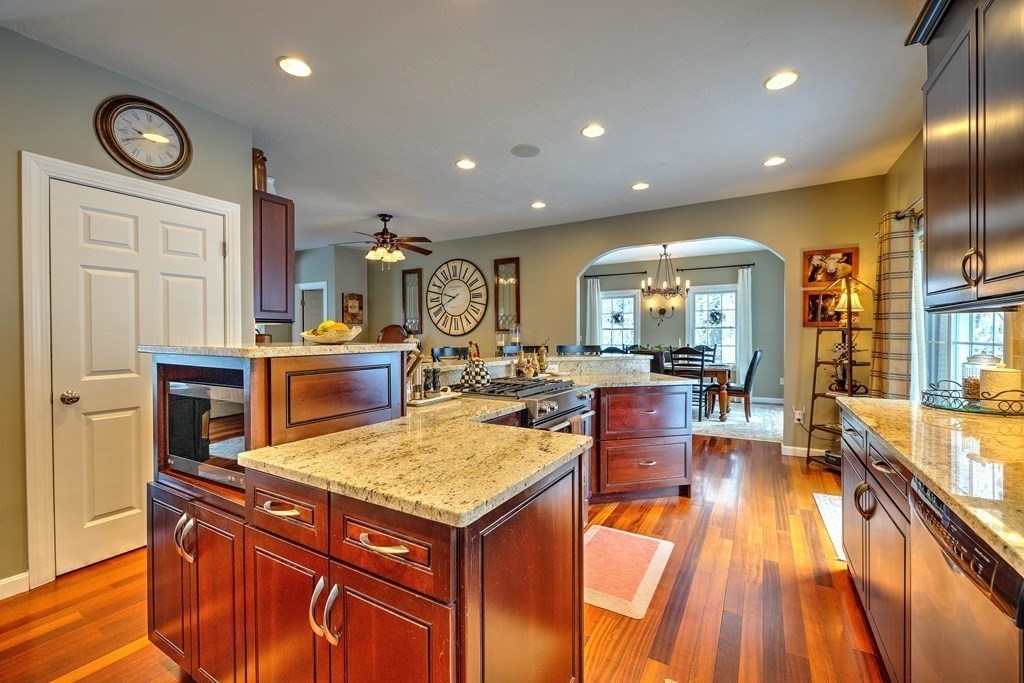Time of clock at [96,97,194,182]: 2:40
